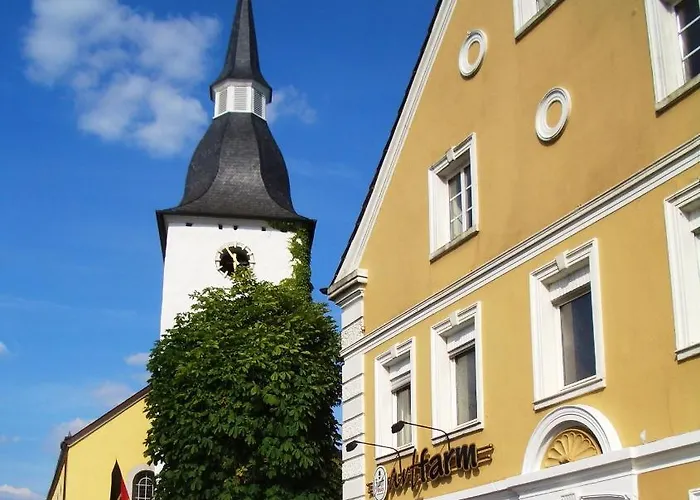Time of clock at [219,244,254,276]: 5:54
